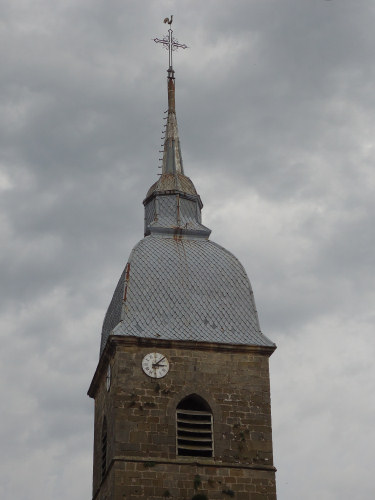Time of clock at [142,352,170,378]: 3:07
